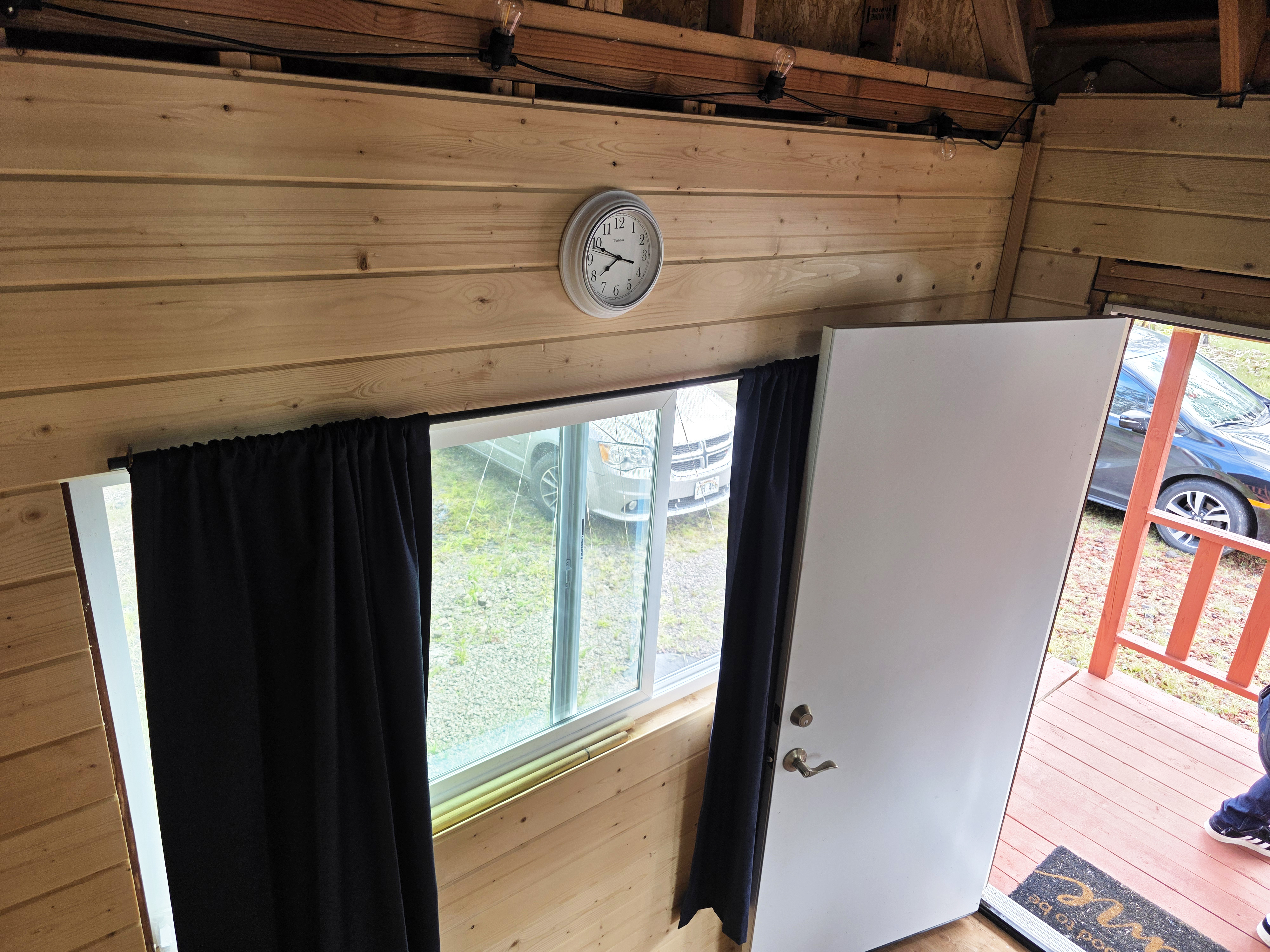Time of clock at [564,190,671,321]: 7:48
